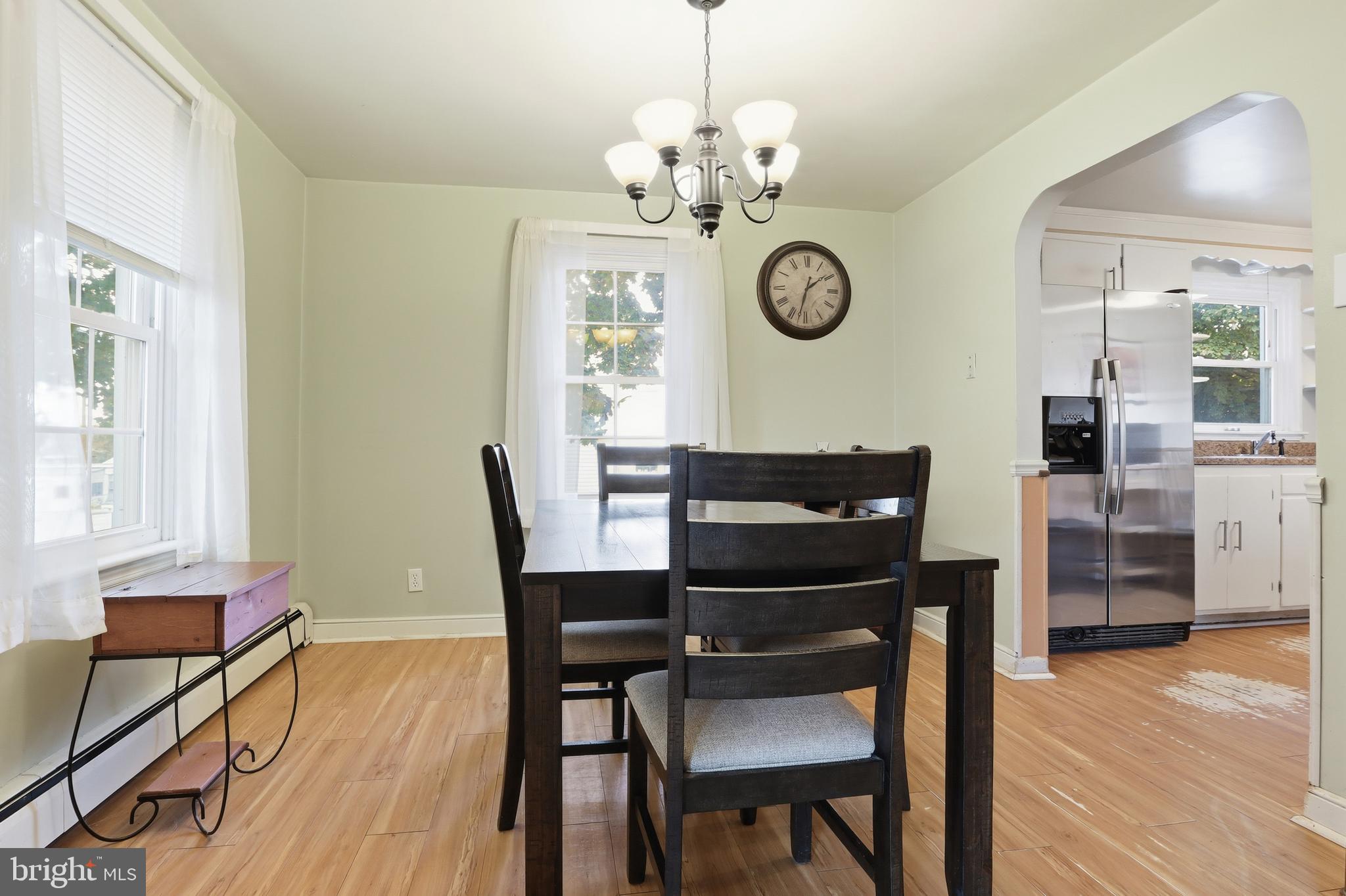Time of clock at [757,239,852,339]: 1:32
